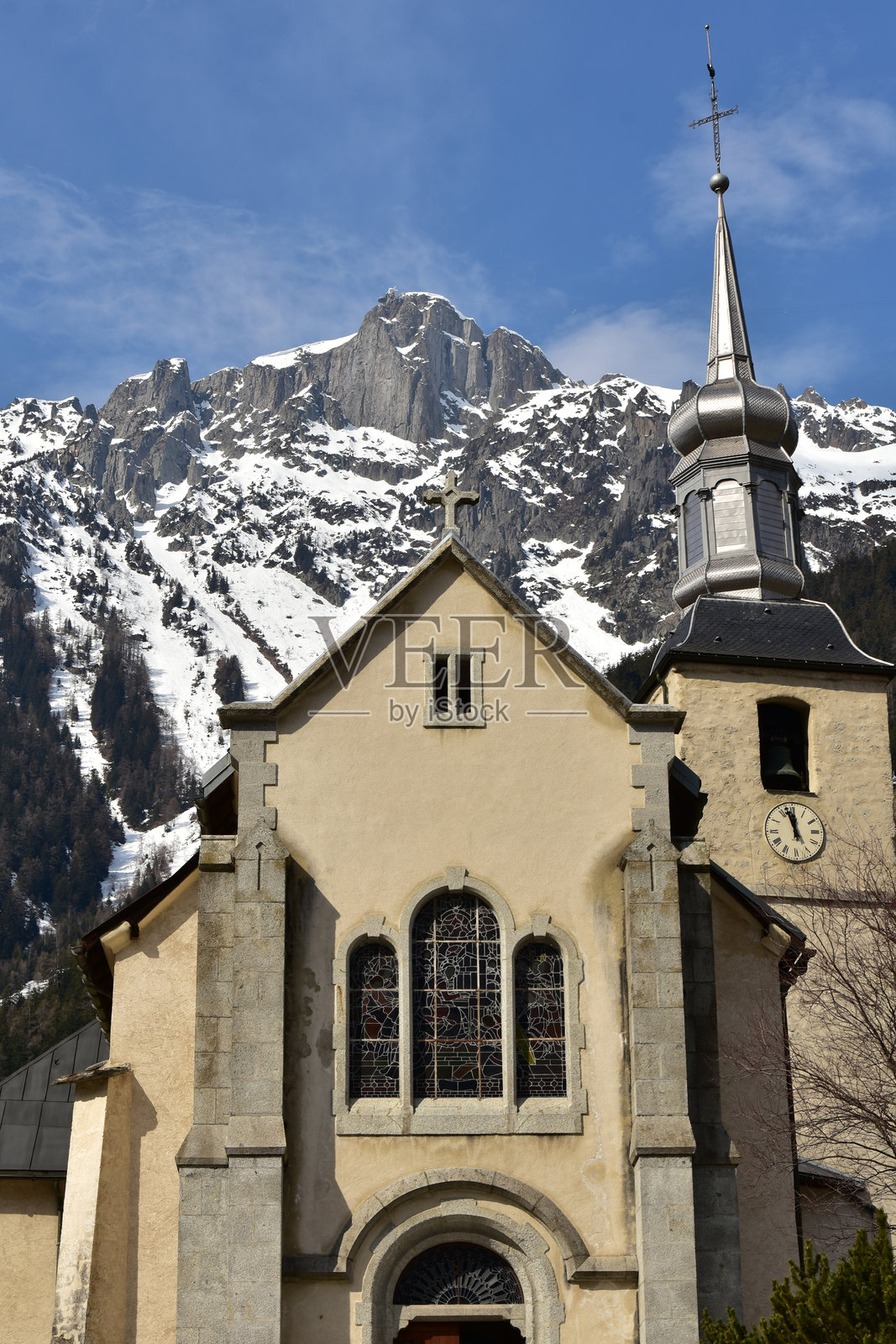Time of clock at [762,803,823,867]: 11:57
